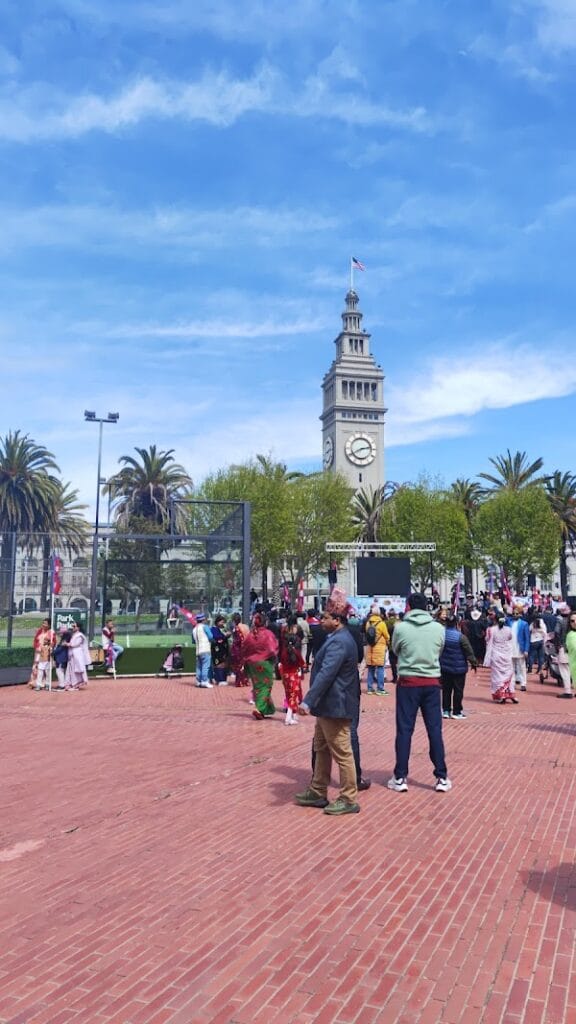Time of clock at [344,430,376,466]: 2:40
